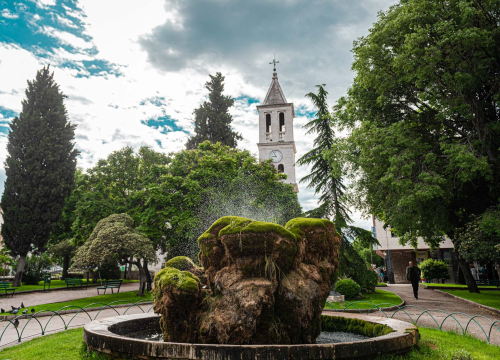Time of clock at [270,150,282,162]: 8:56
